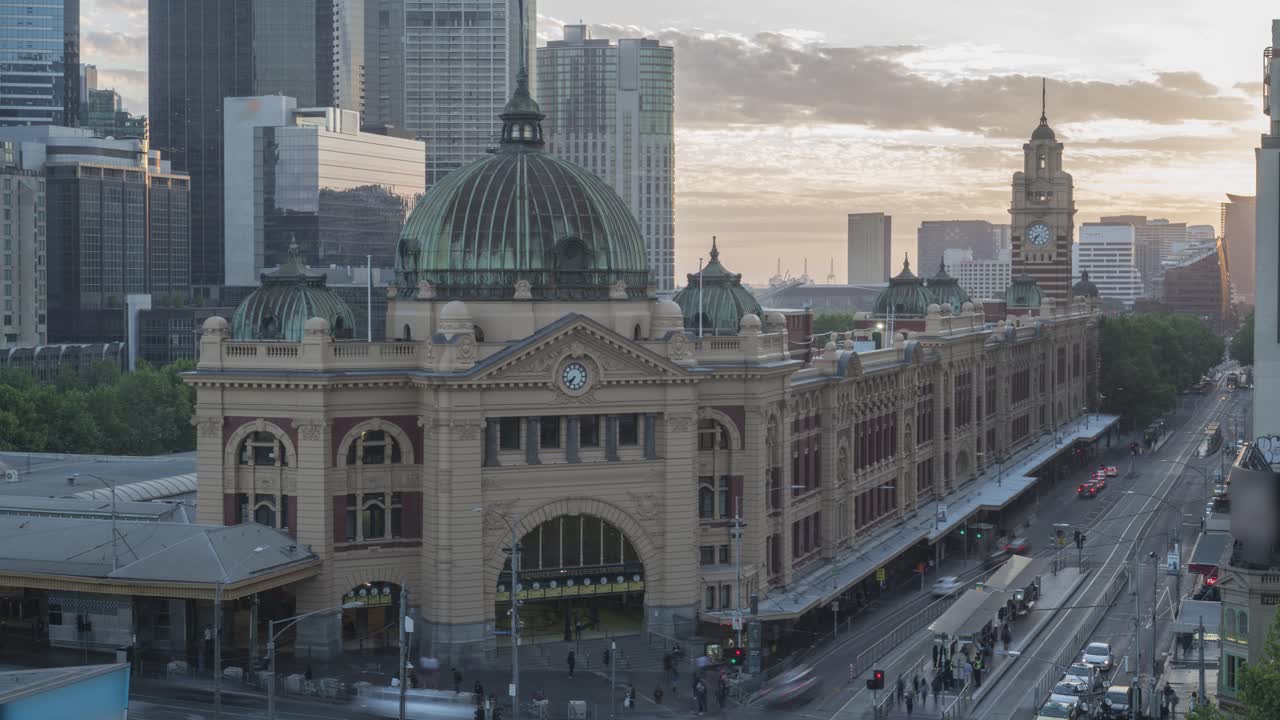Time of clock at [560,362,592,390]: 7:35
